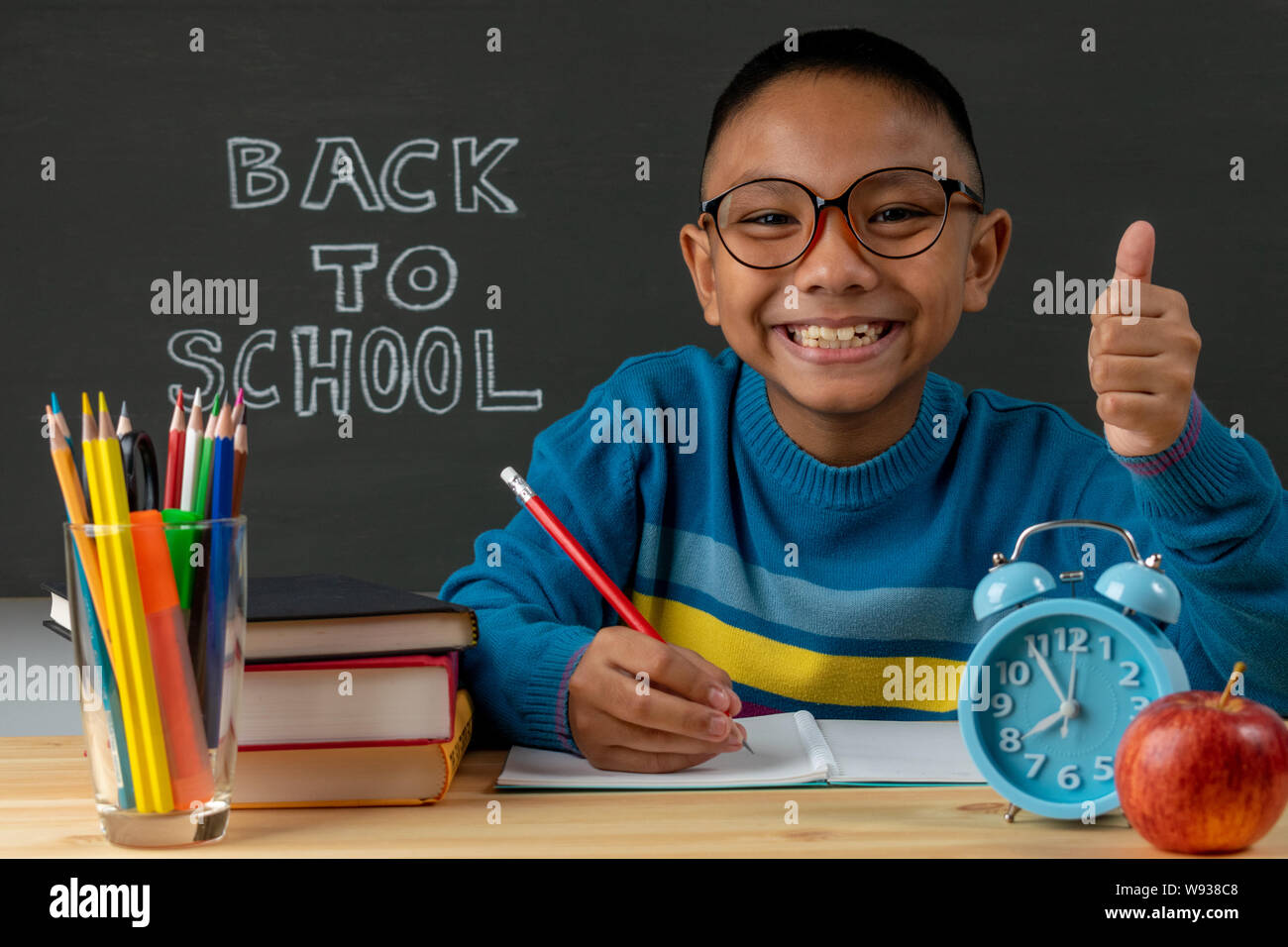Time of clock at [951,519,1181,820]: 7:54
